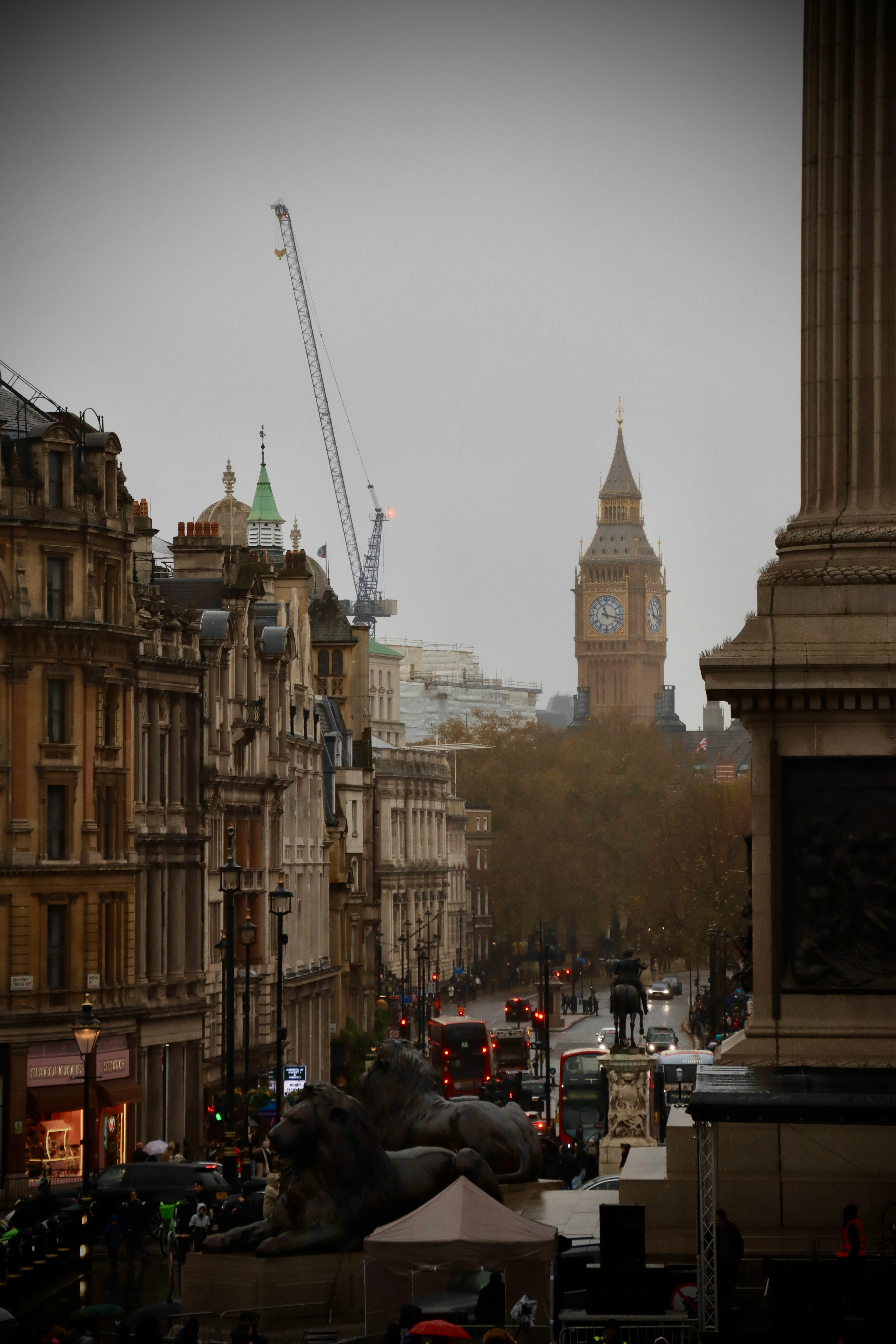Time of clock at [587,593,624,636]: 11:17
